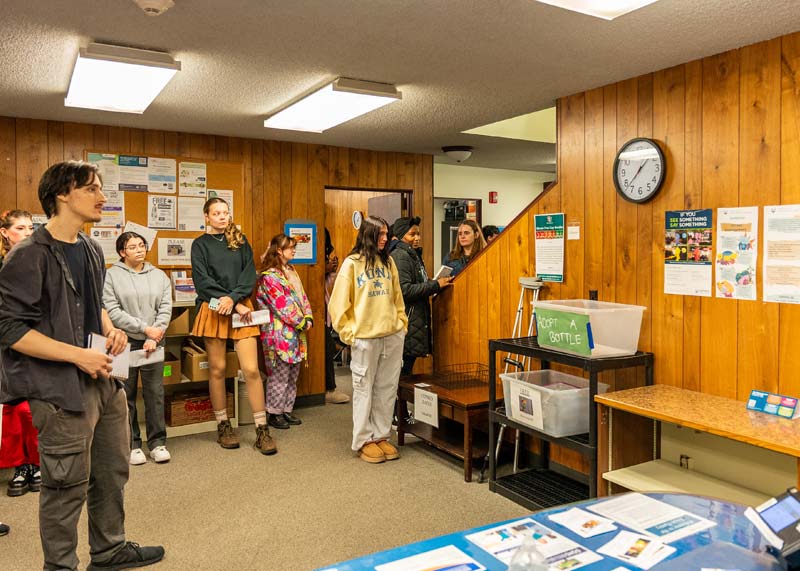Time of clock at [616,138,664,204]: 1:37
